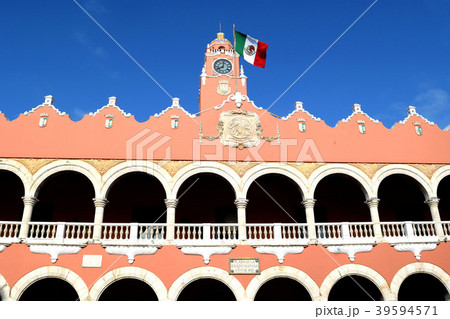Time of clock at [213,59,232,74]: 8:01
